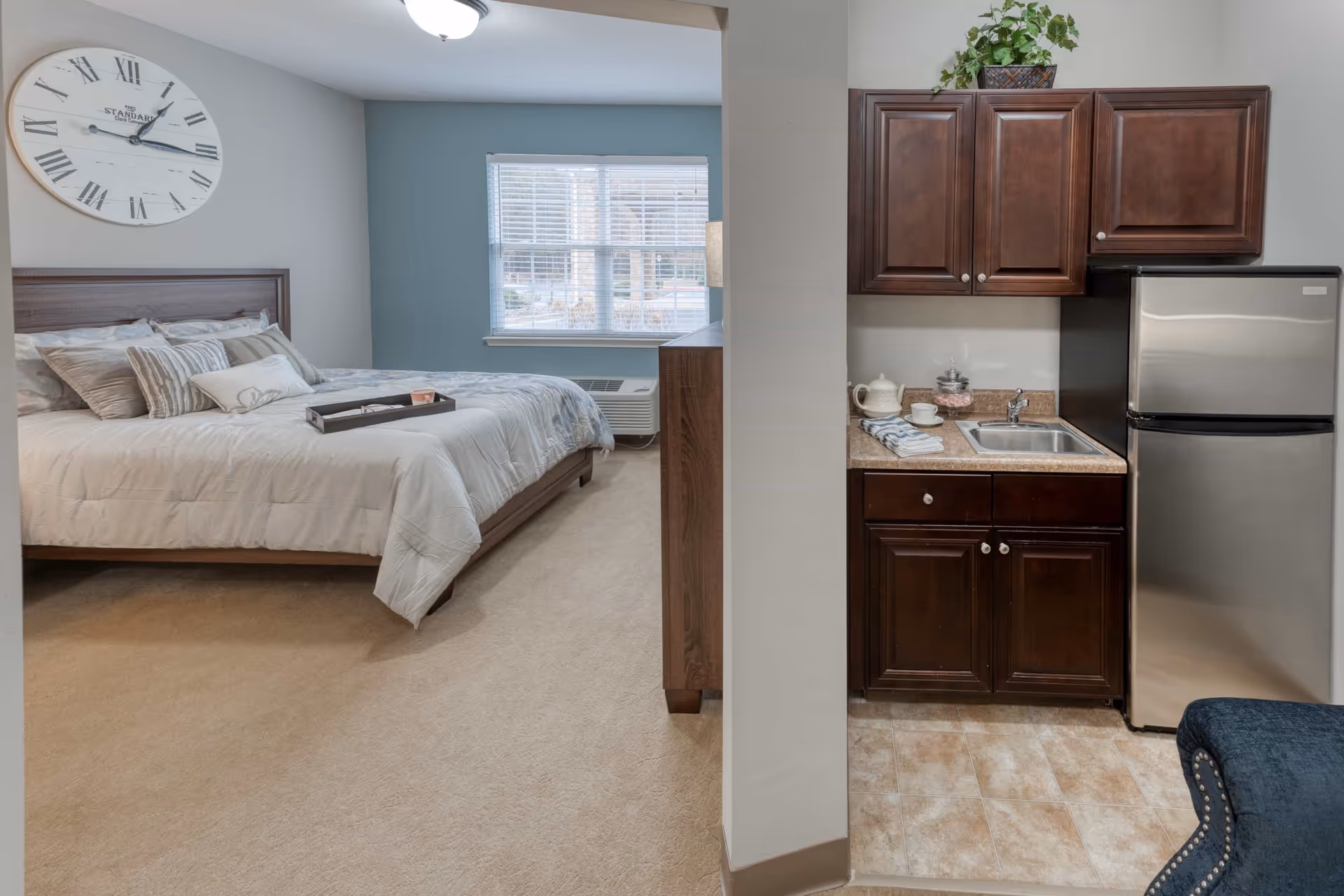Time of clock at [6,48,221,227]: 1:16
